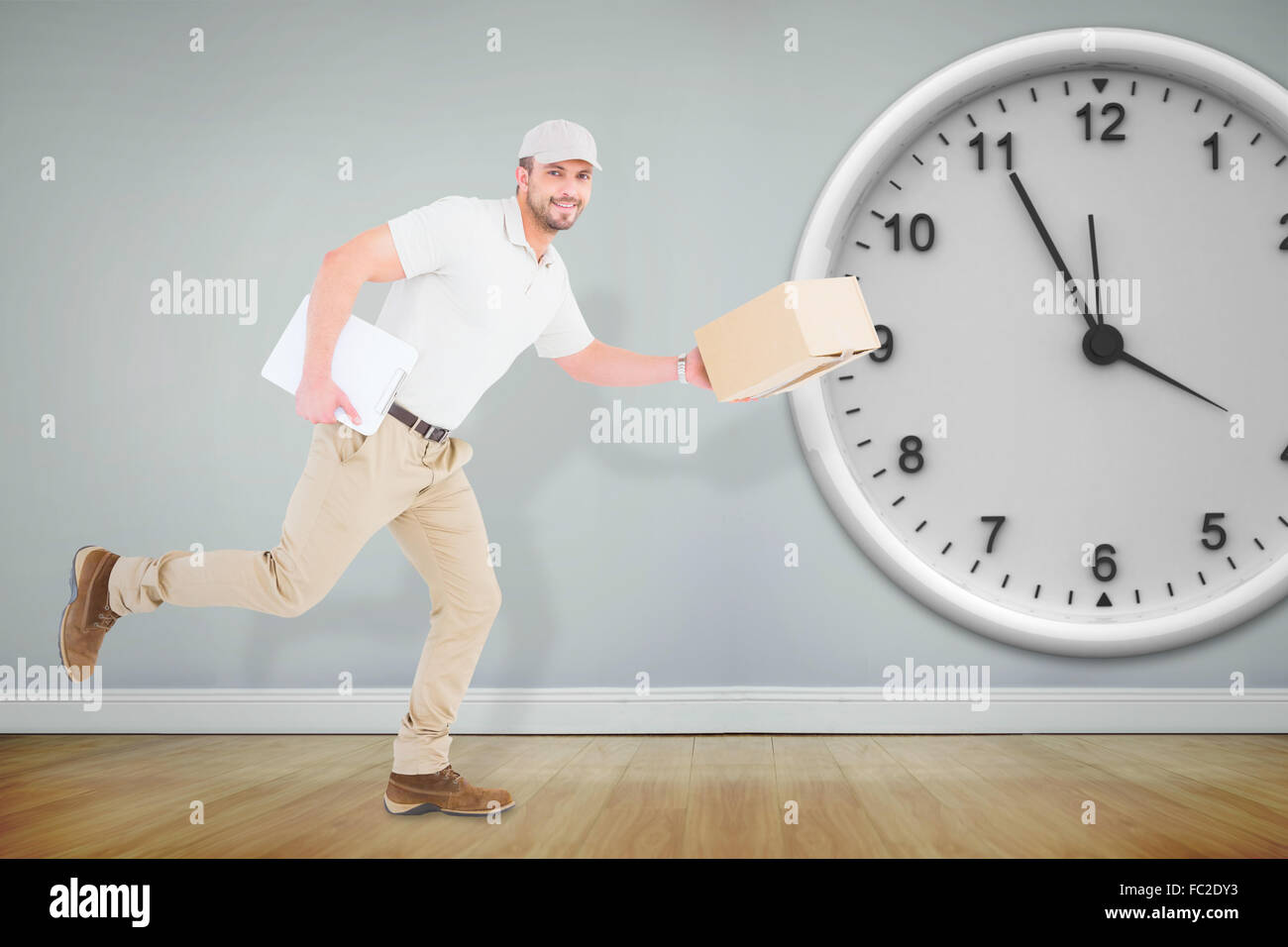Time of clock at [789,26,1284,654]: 3:55
